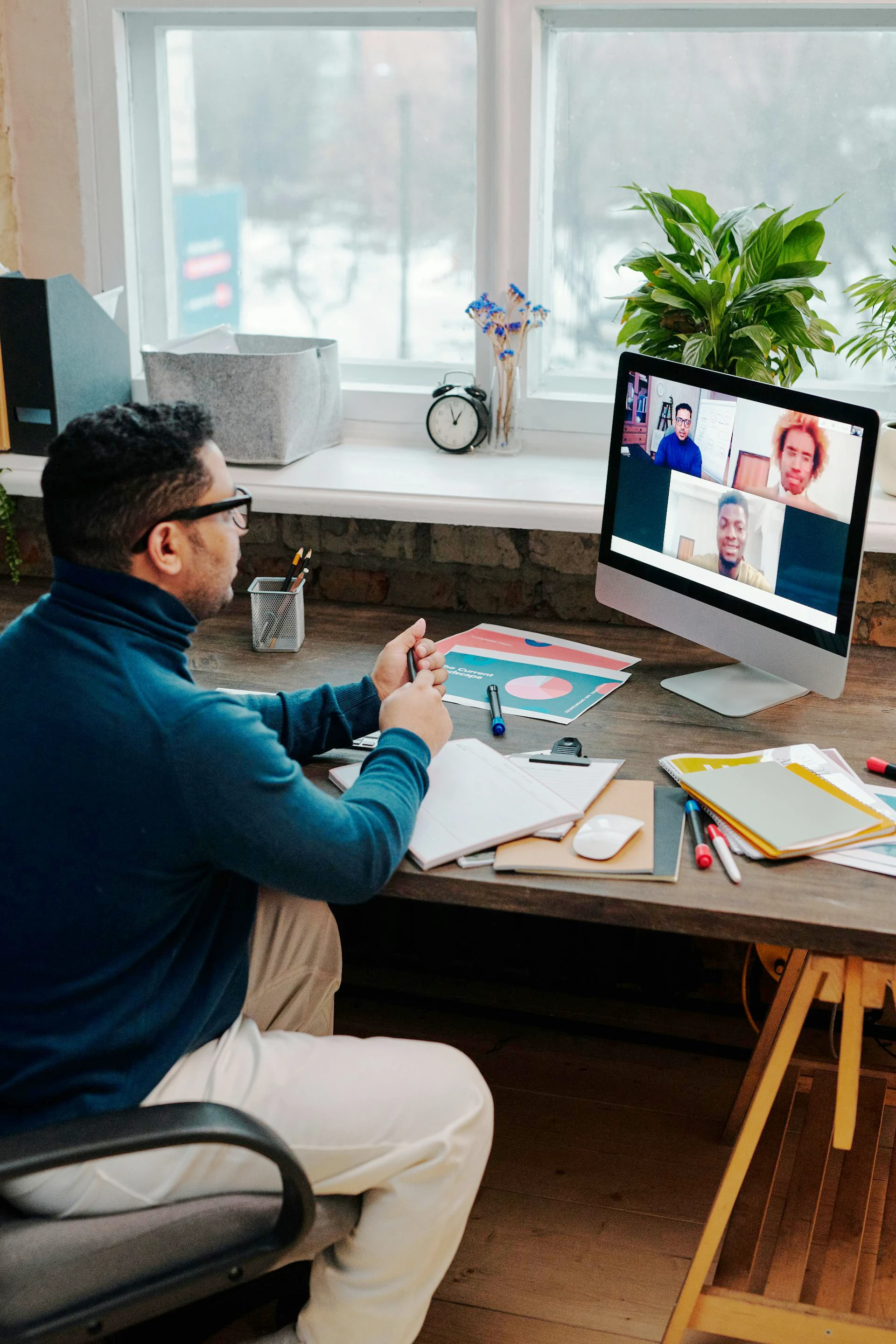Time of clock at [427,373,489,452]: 12:57
